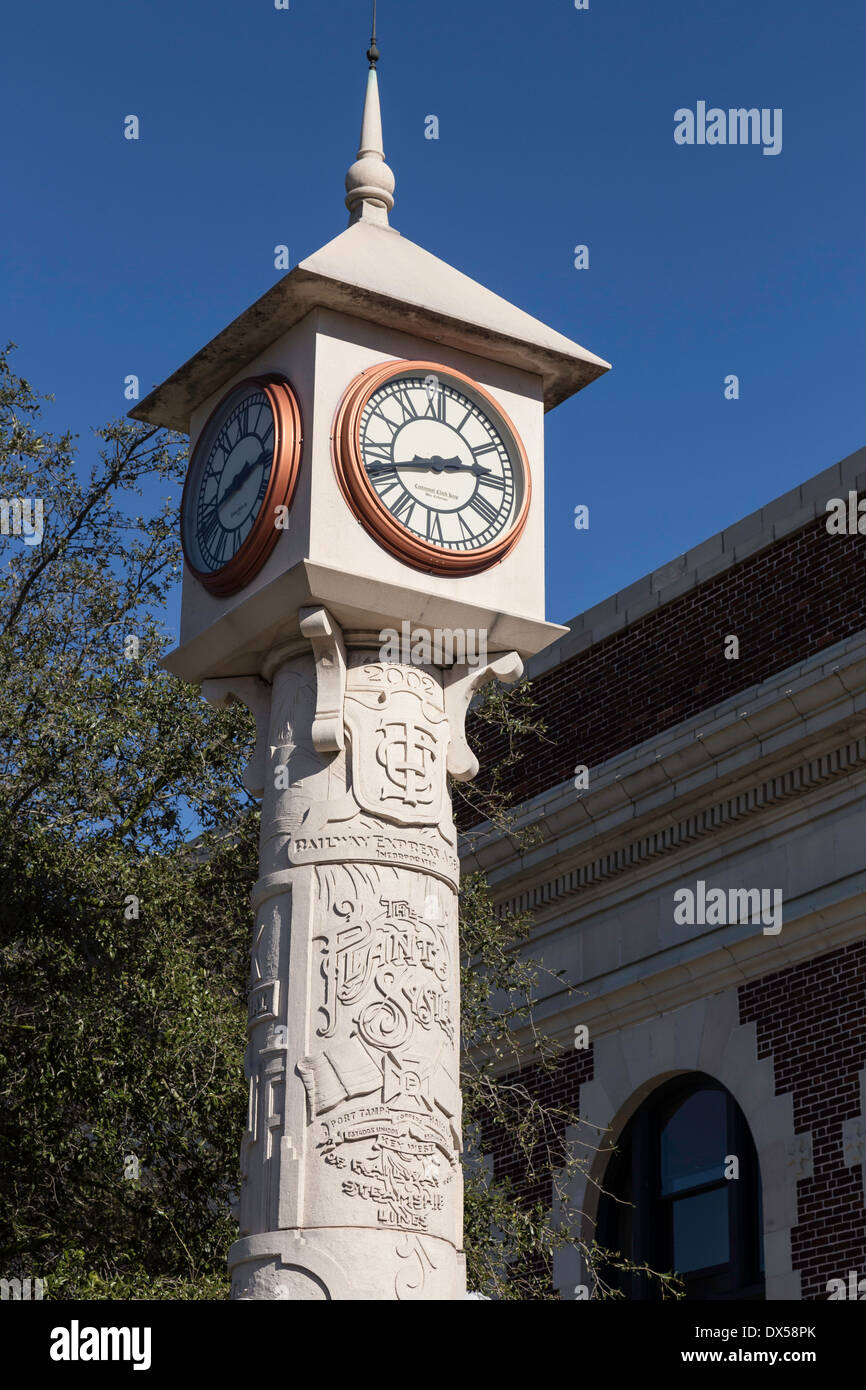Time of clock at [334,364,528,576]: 2:42
